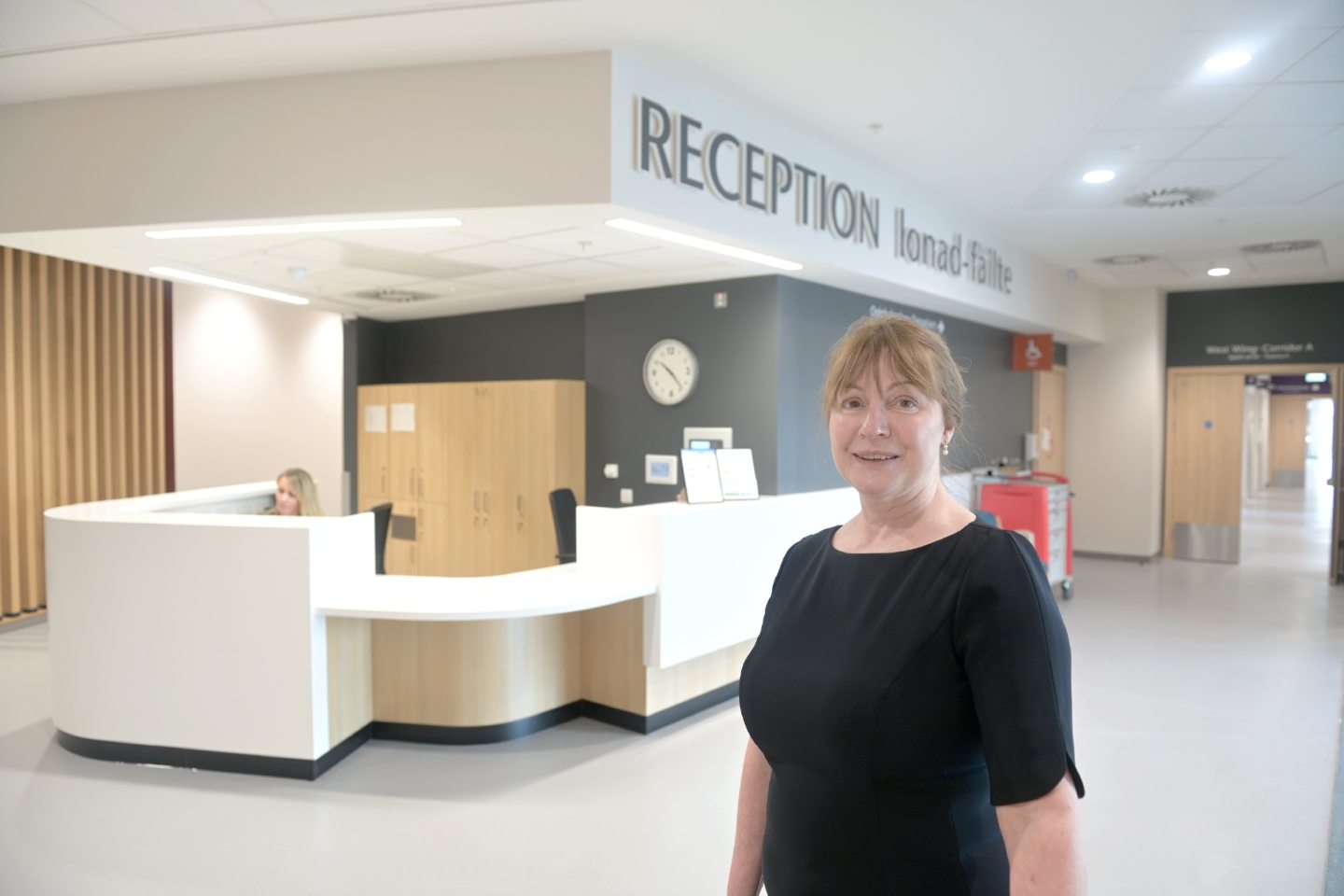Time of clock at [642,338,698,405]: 10:23
